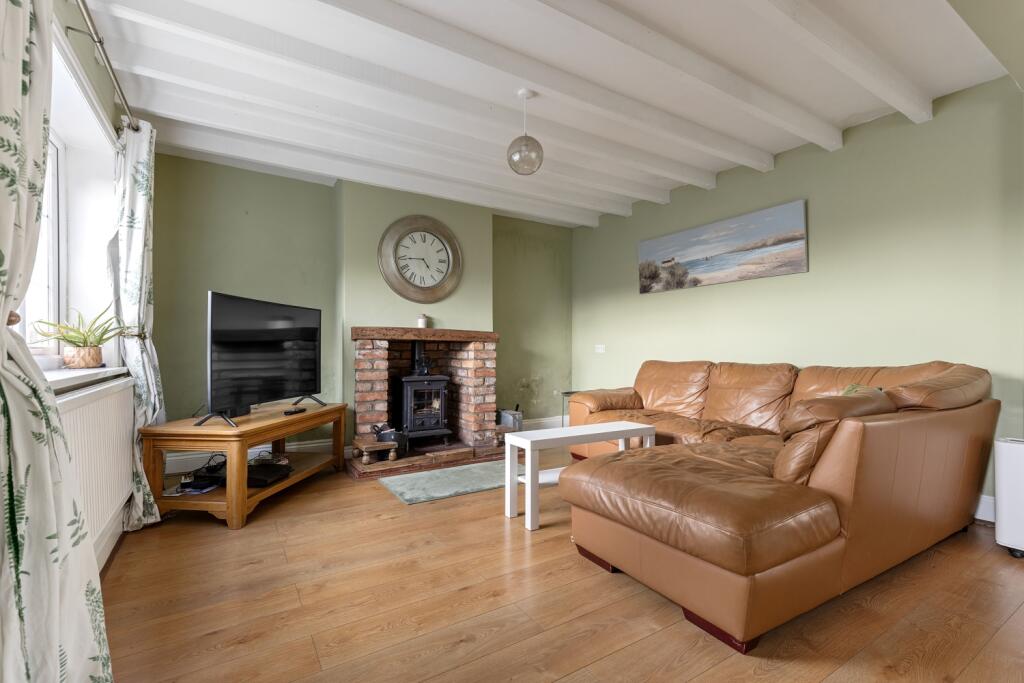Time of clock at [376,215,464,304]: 4:44
